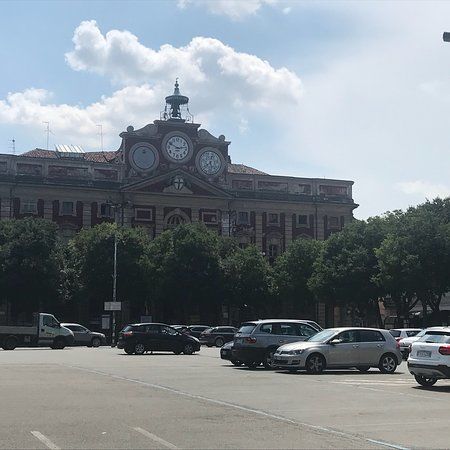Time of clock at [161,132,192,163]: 2:49
